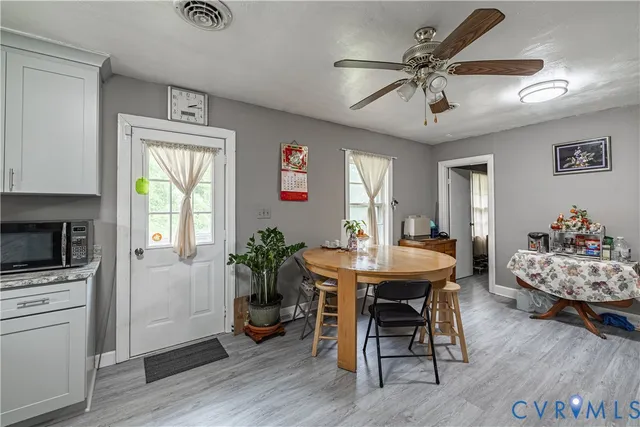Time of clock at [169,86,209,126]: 2:14
